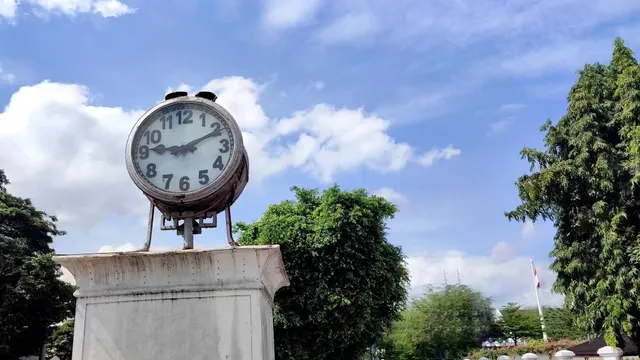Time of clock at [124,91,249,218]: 9:10
